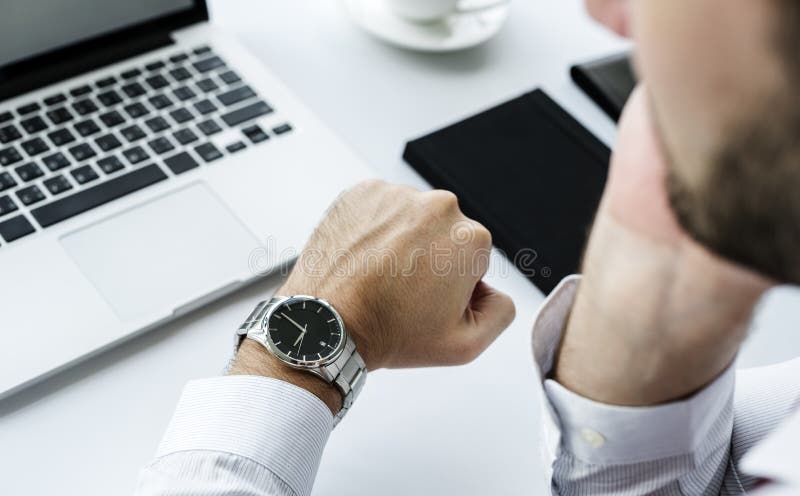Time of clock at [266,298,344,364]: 6:51
